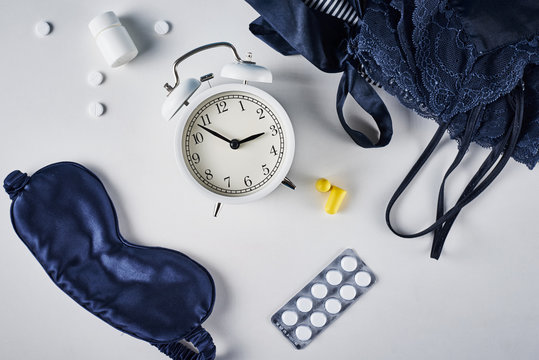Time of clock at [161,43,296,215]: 2:53
